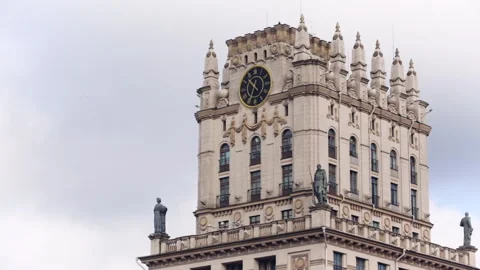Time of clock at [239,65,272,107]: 10:34
